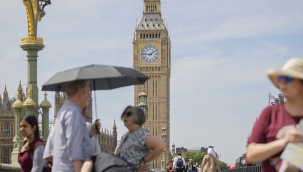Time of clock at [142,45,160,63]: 1:46
